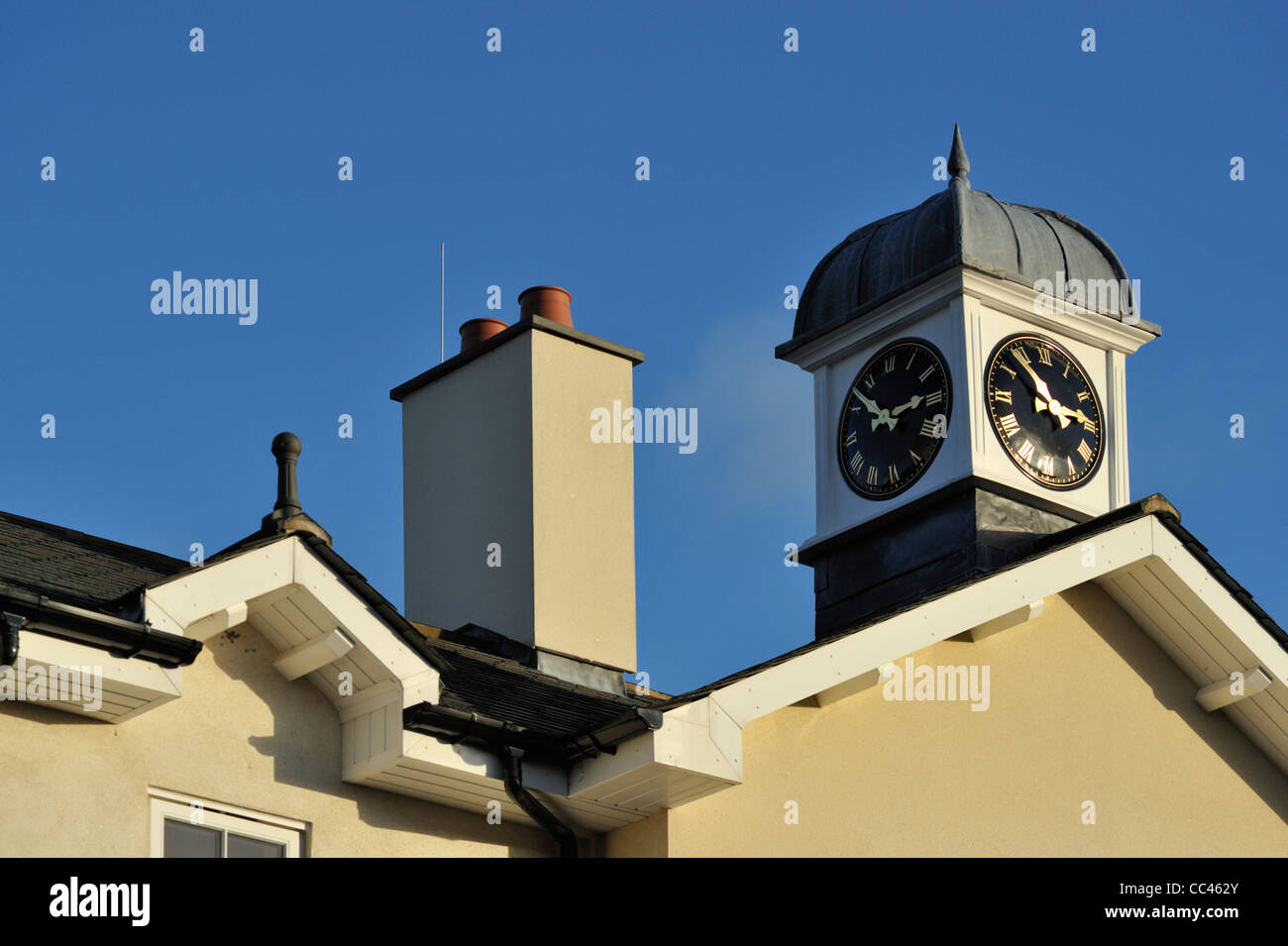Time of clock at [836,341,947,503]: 2:52
